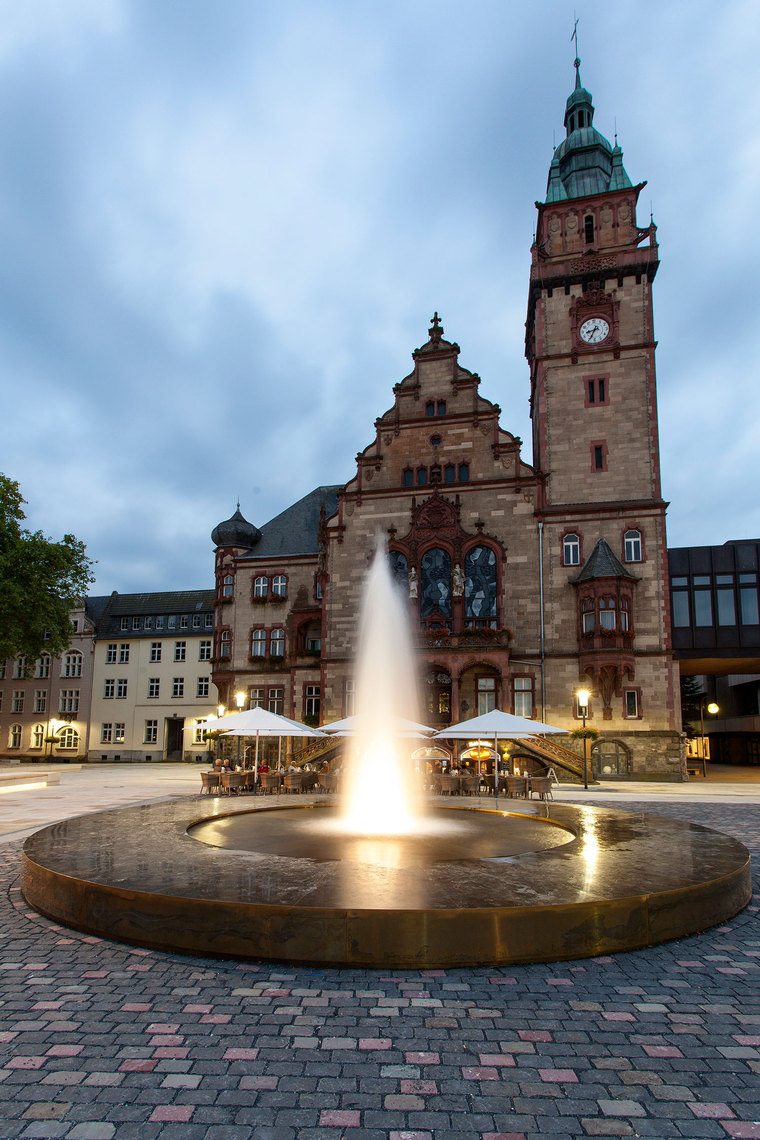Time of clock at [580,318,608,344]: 8:34
